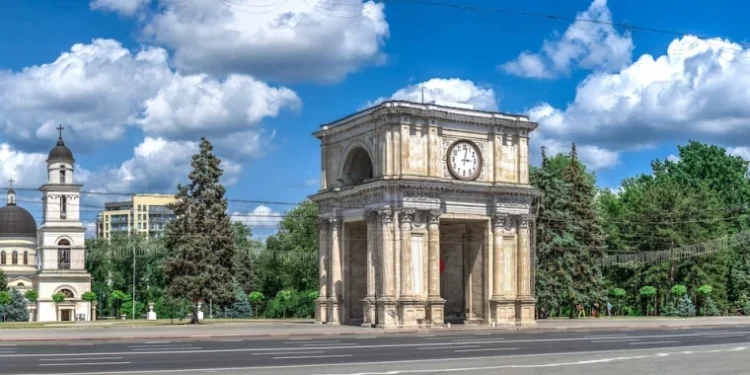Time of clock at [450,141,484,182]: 3:02
